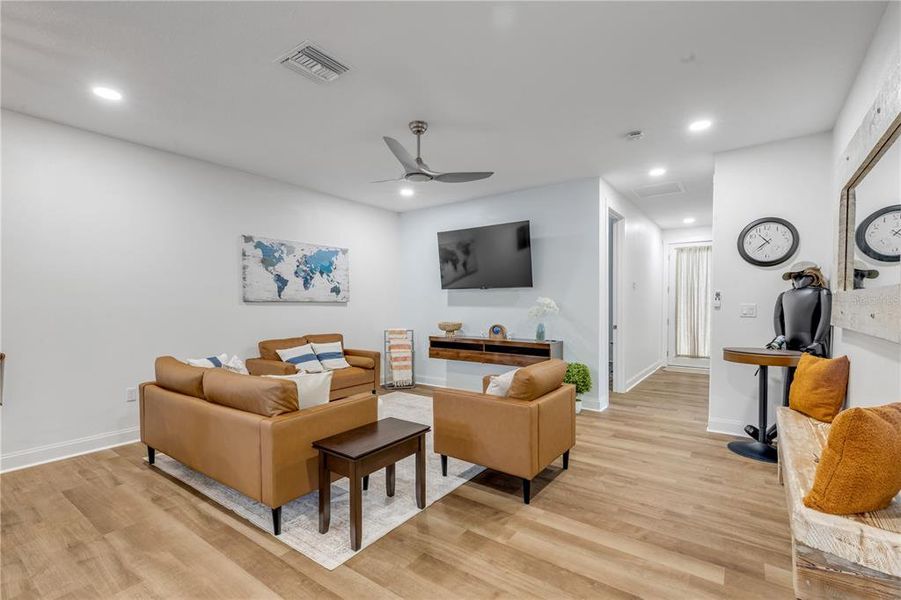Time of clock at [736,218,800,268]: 10:37
